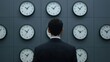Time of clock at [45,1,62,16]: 10:07
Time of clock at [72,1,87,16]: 10:07
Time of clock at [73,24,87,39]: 10:10
